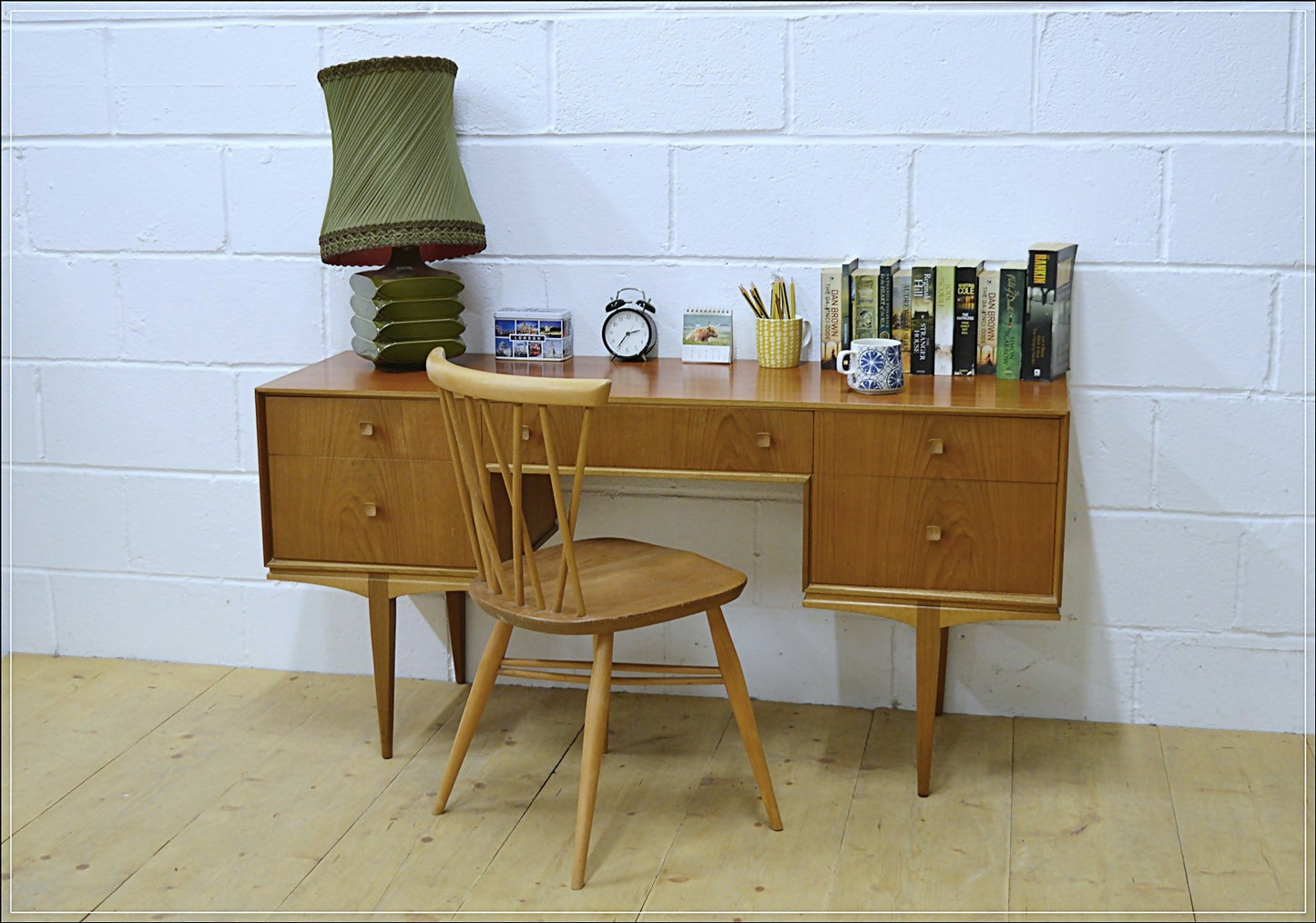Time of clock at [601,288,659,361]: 2:35
